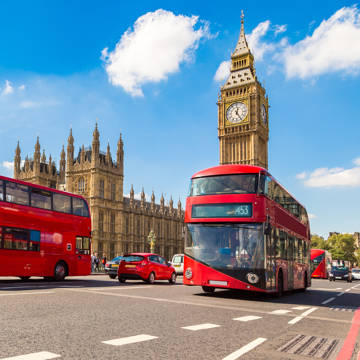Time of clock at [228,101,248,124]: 12:24
